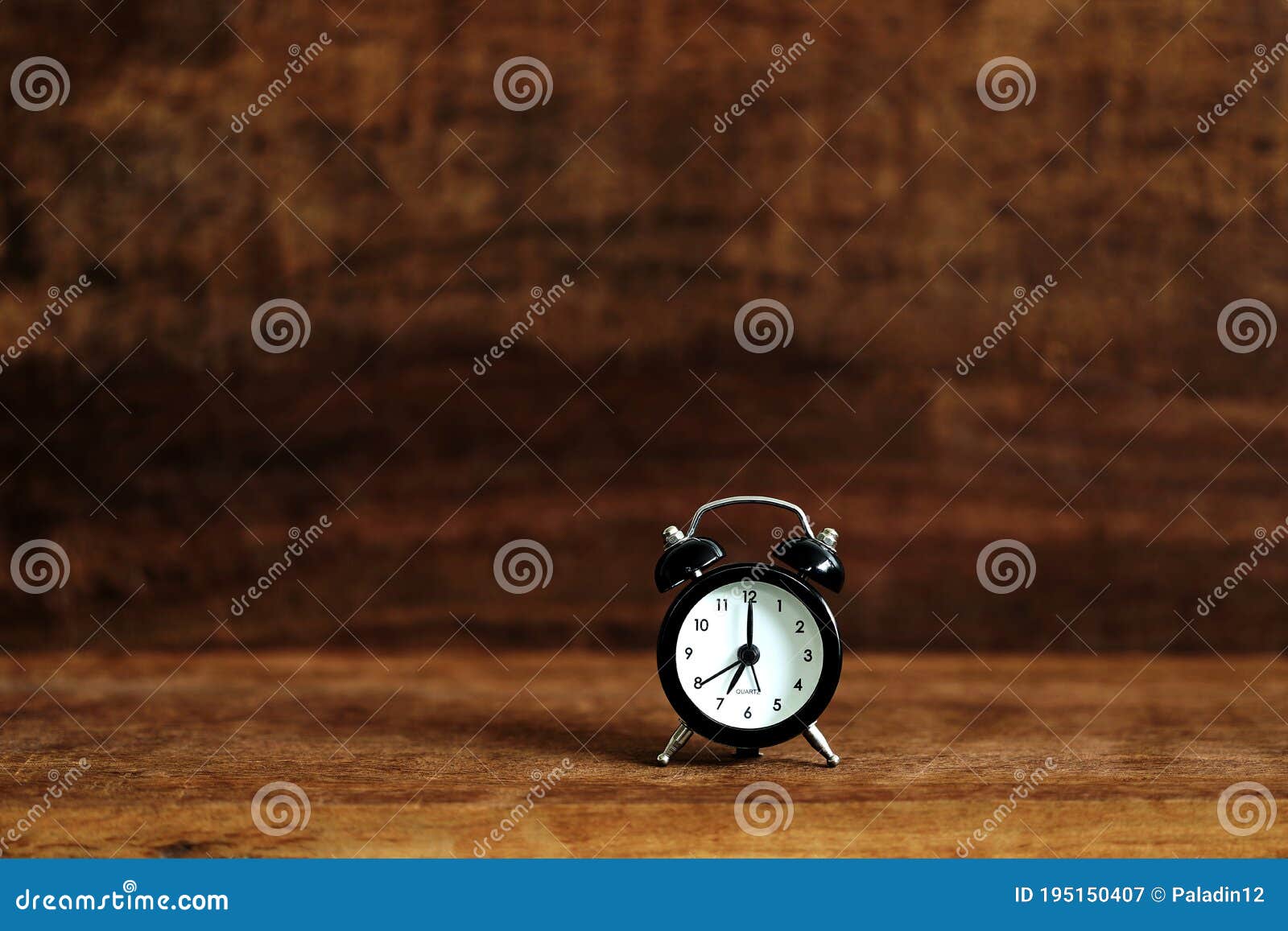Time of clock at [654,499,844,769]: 7:00
